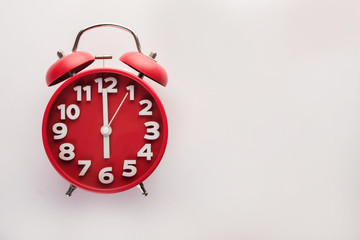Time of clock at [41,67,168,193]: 5:59
